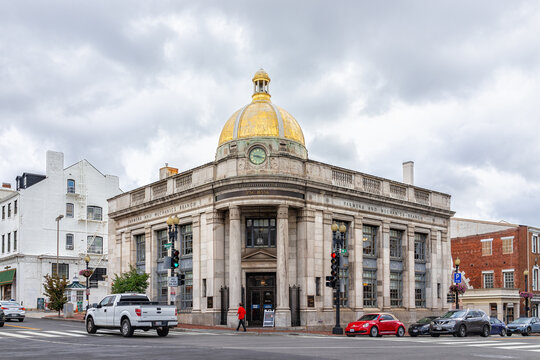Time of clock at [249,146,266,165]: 9:17
